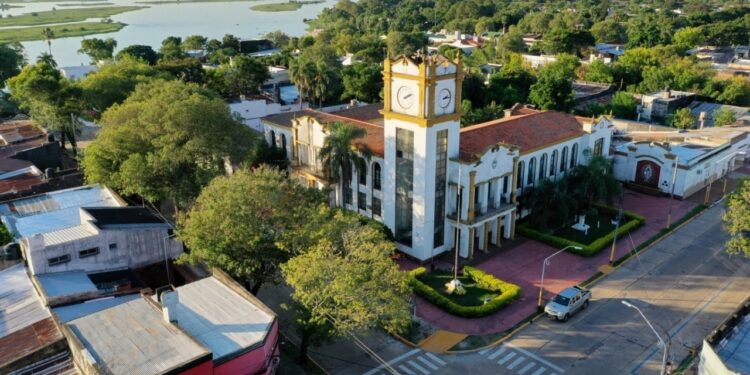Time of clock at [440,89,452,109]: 2:13
